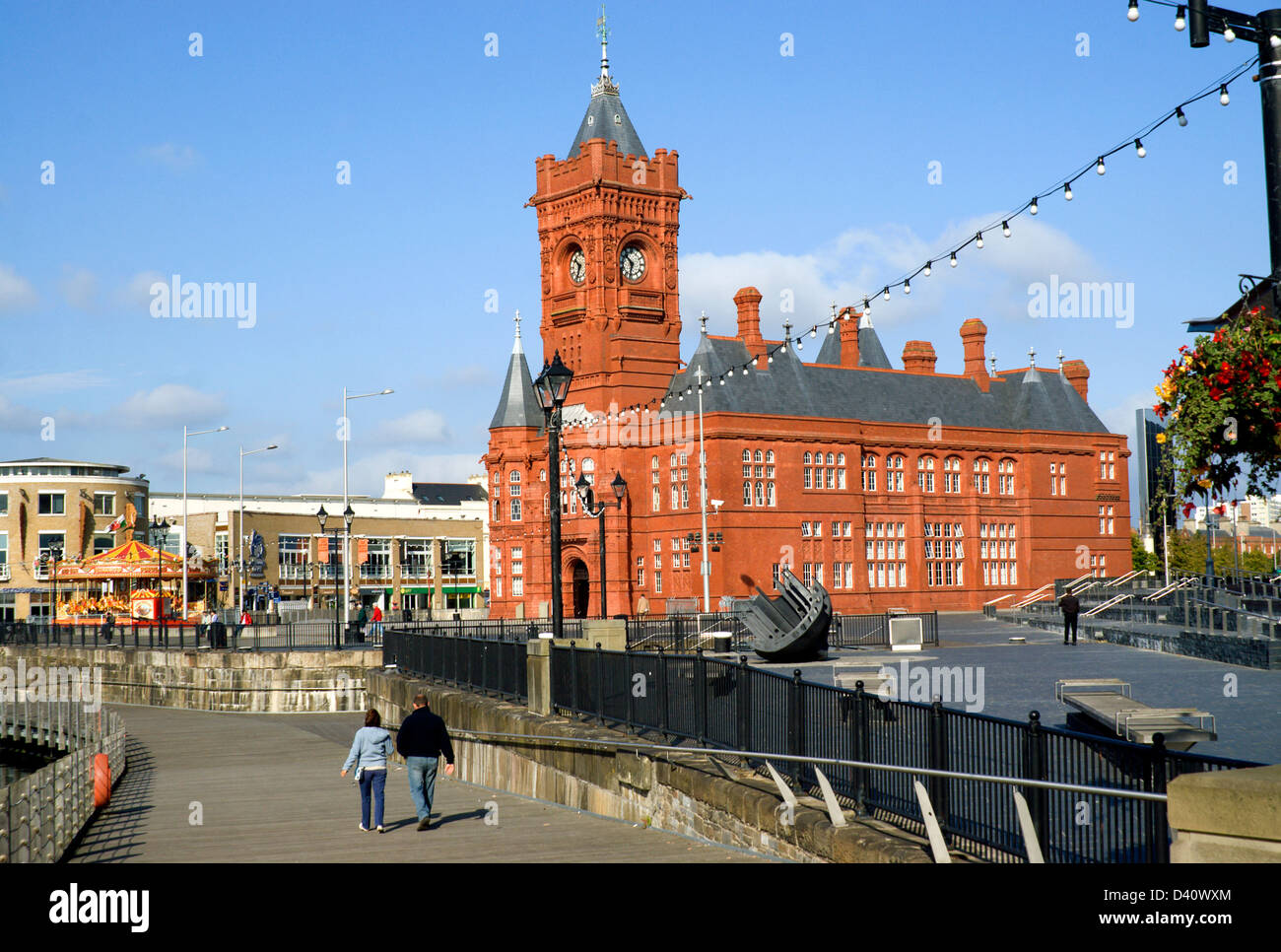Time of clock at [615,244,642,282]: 10:32
